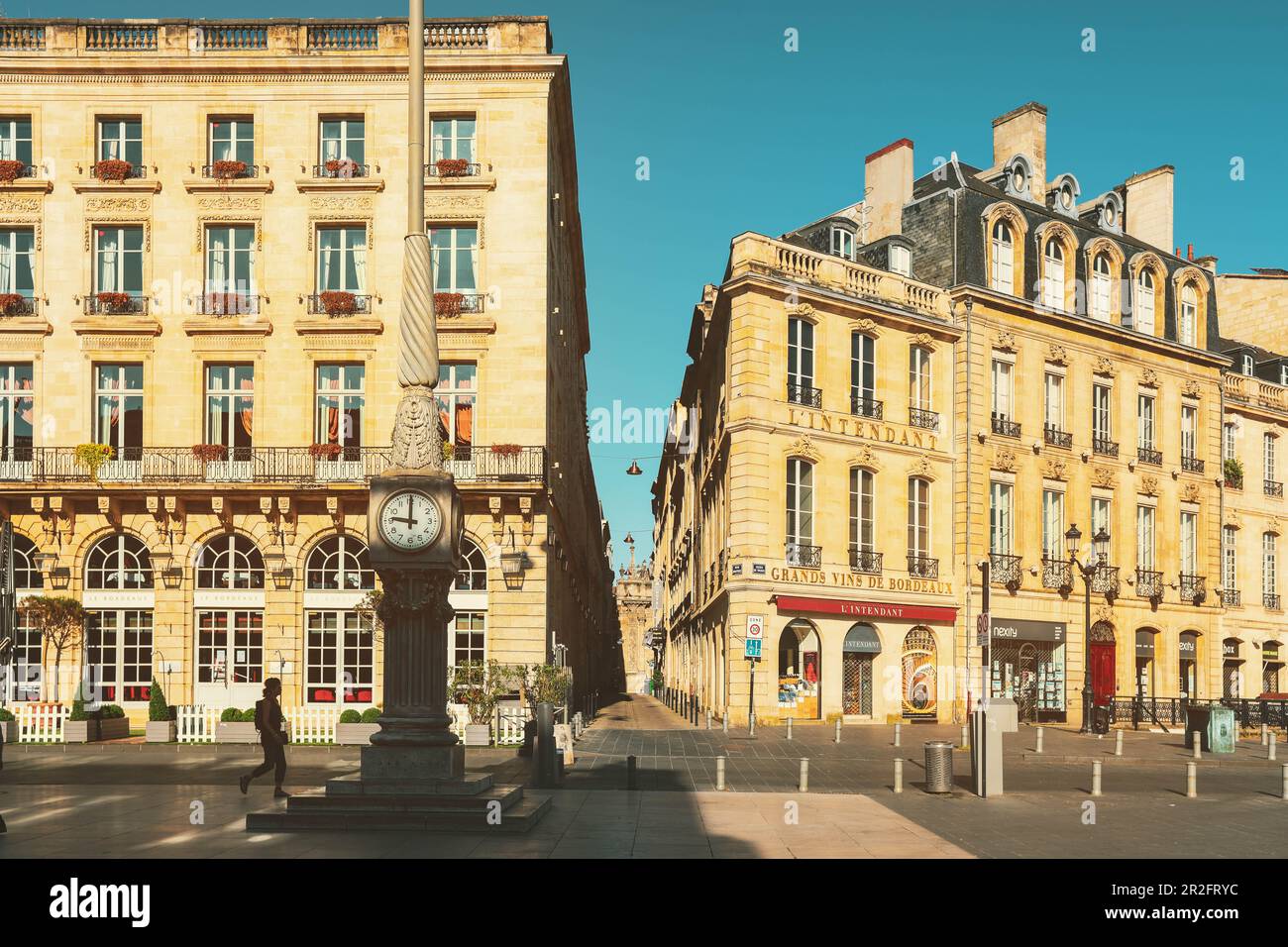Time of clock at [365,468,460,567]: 9:00
